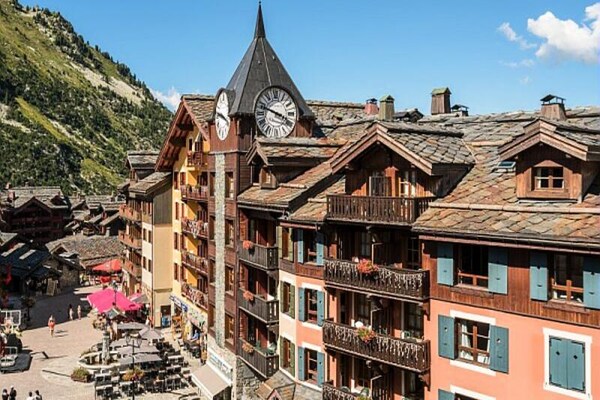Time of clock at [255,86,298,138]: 3:48
